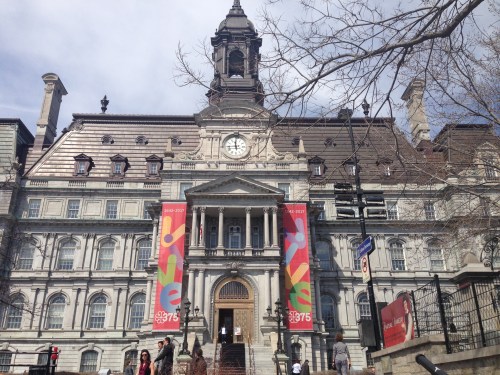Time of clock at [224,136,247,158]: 11:44
